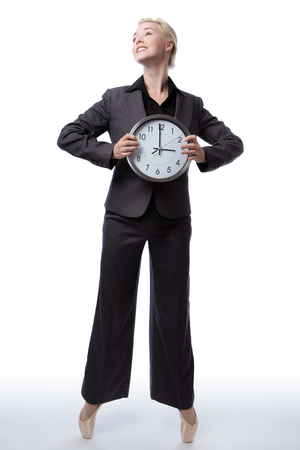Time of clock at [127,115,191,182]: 2:59
